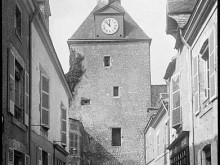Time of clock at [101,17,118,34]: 11:52
